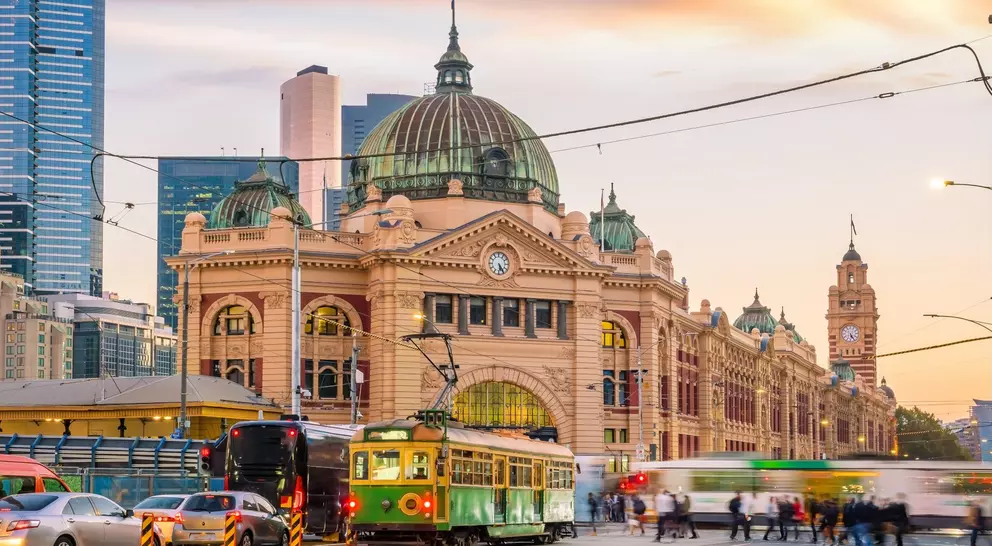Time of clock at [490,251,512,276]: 5:24
